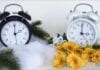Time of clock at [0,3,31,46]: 2:00
